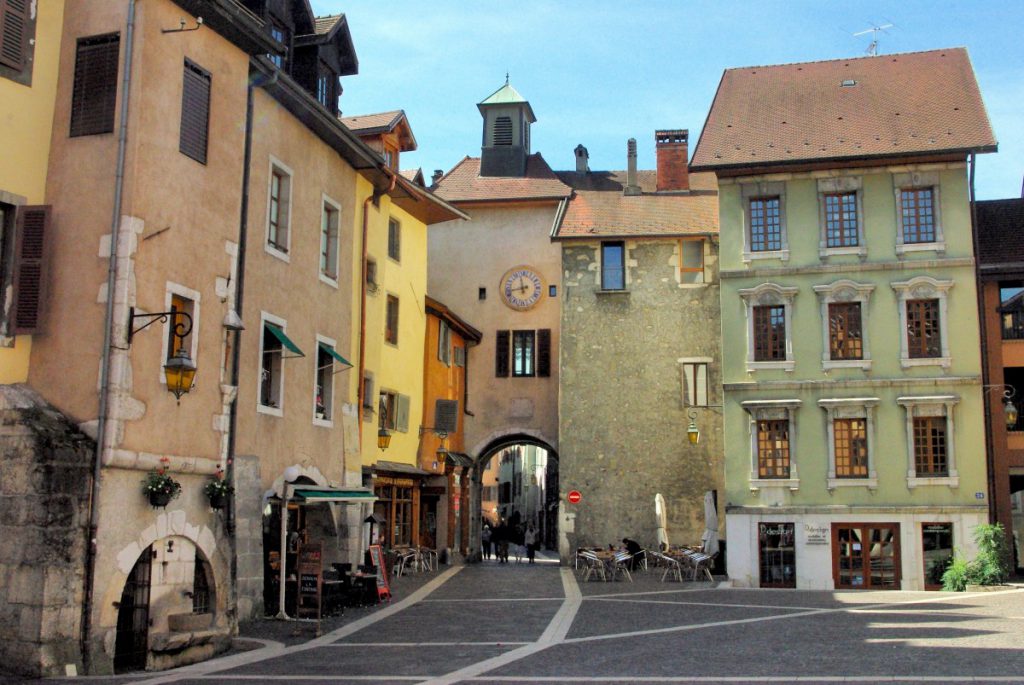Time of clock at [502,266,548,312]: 11:42
